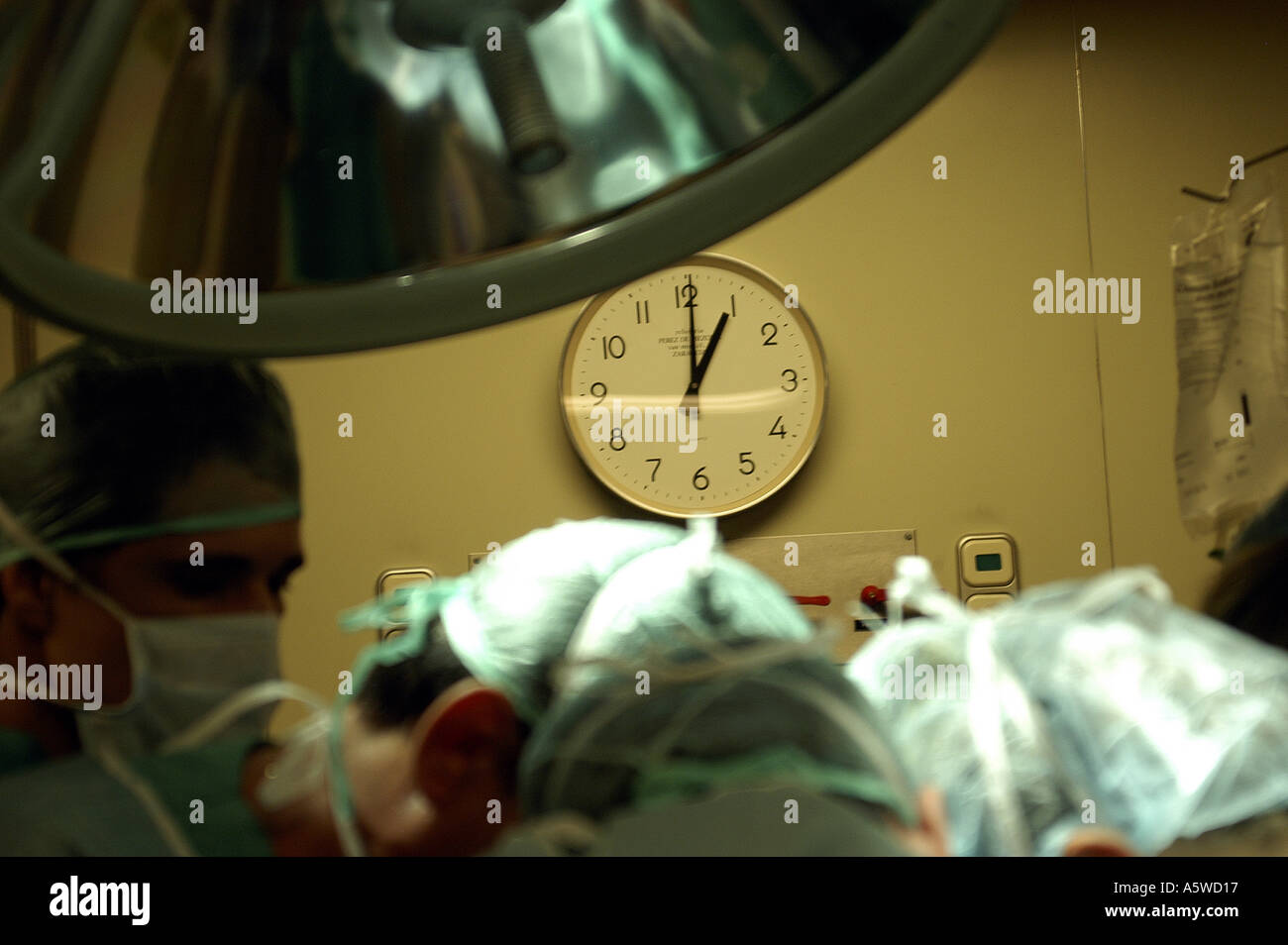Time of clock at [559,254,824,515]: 1:00
